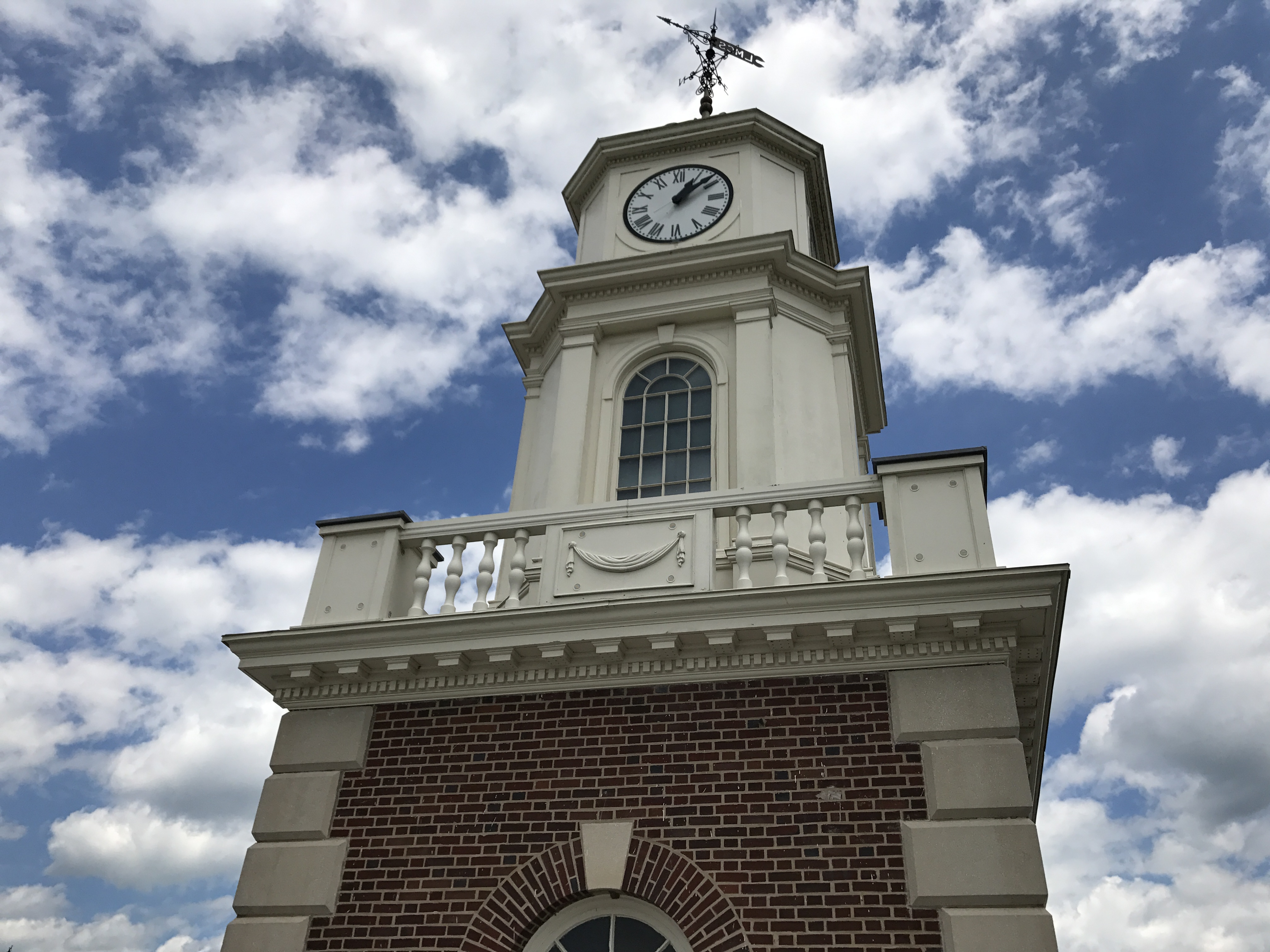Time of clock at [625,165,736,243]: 1:08
